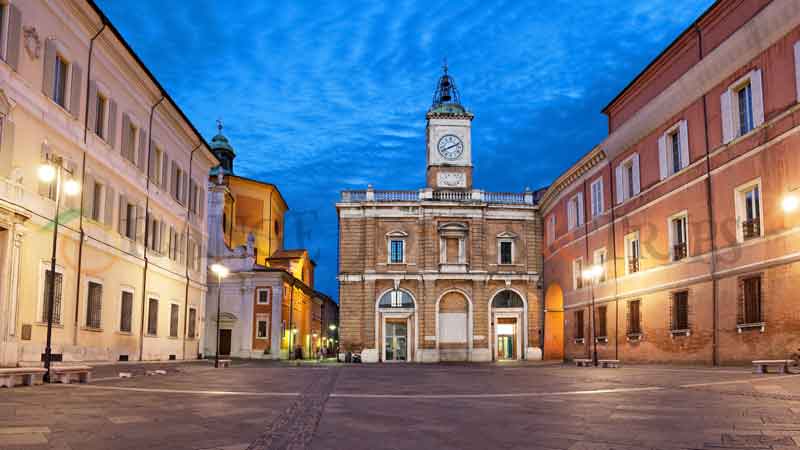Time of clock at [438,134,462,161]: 8:11
